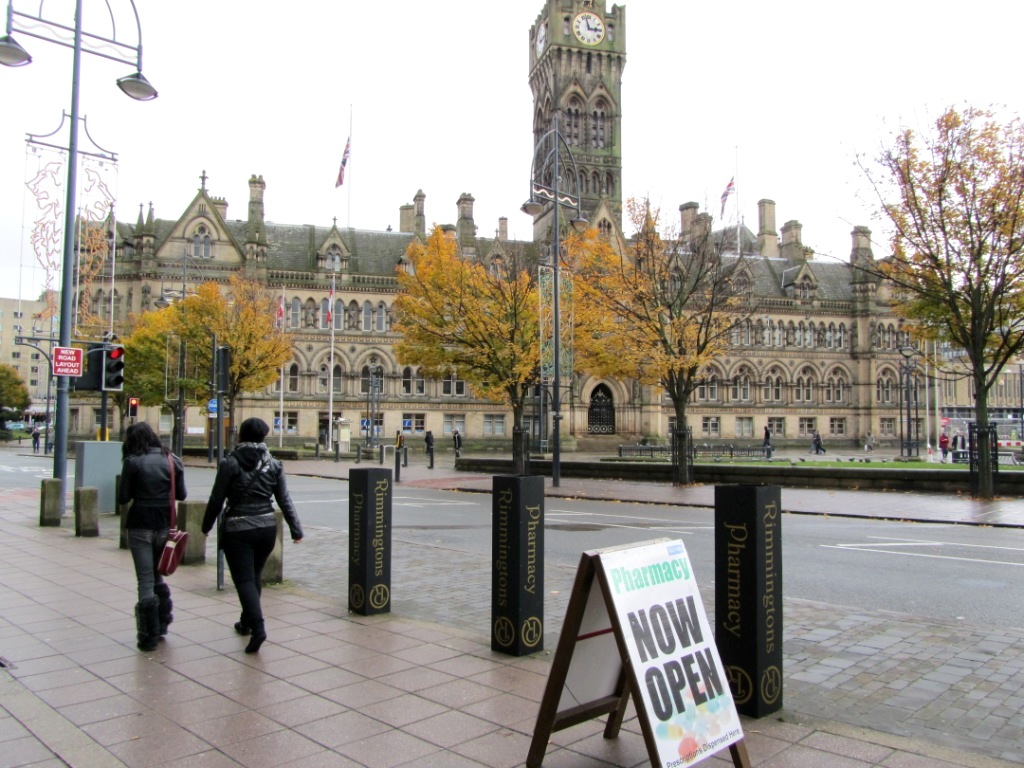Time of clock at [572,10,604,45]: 2:57
